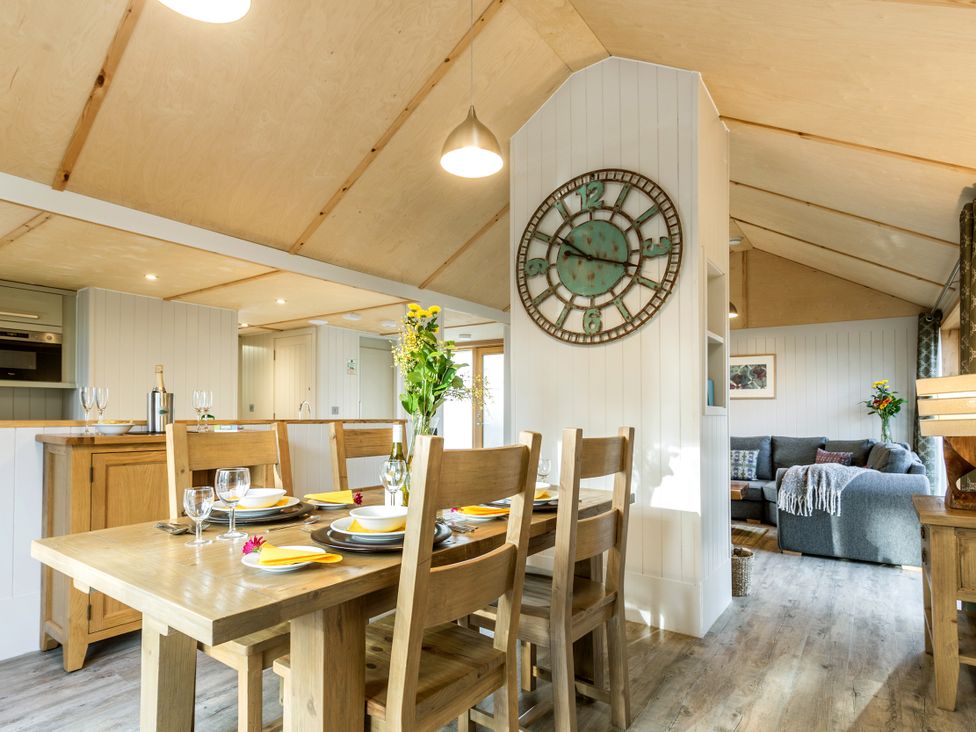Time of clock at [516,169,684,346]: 10:17
